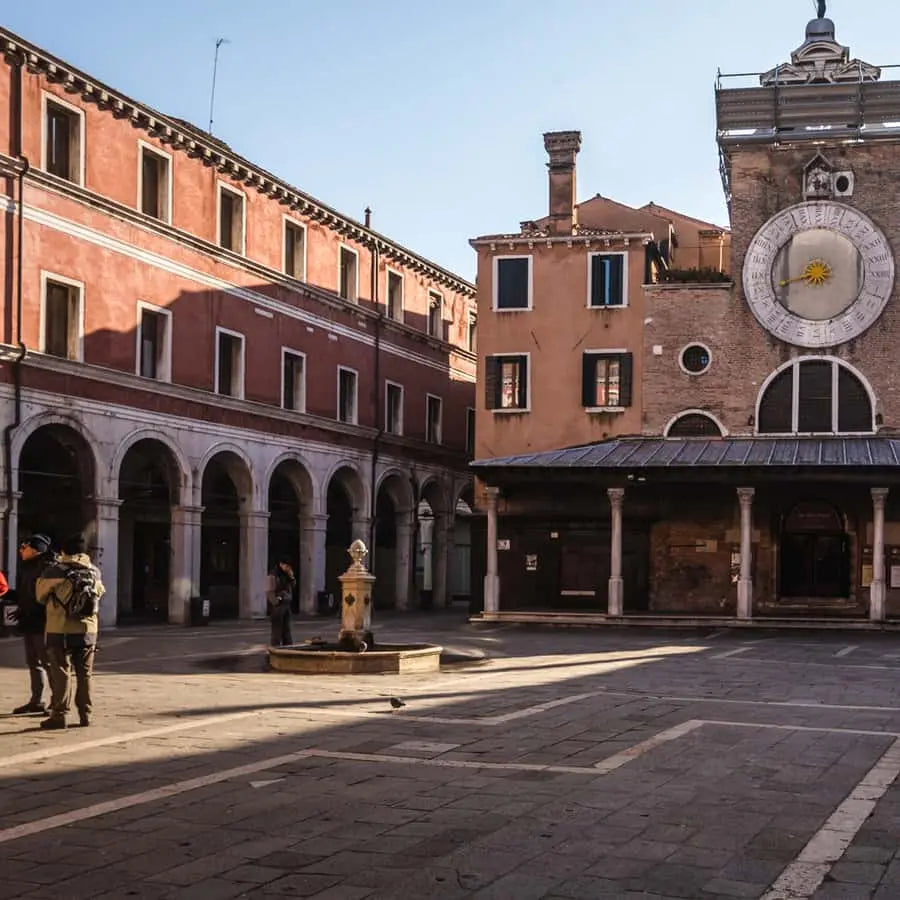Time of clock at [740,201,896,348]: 8:42
